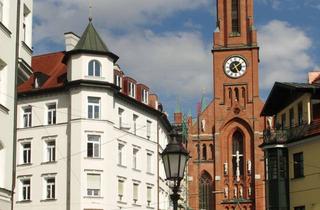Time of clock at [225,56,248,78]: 1:26
